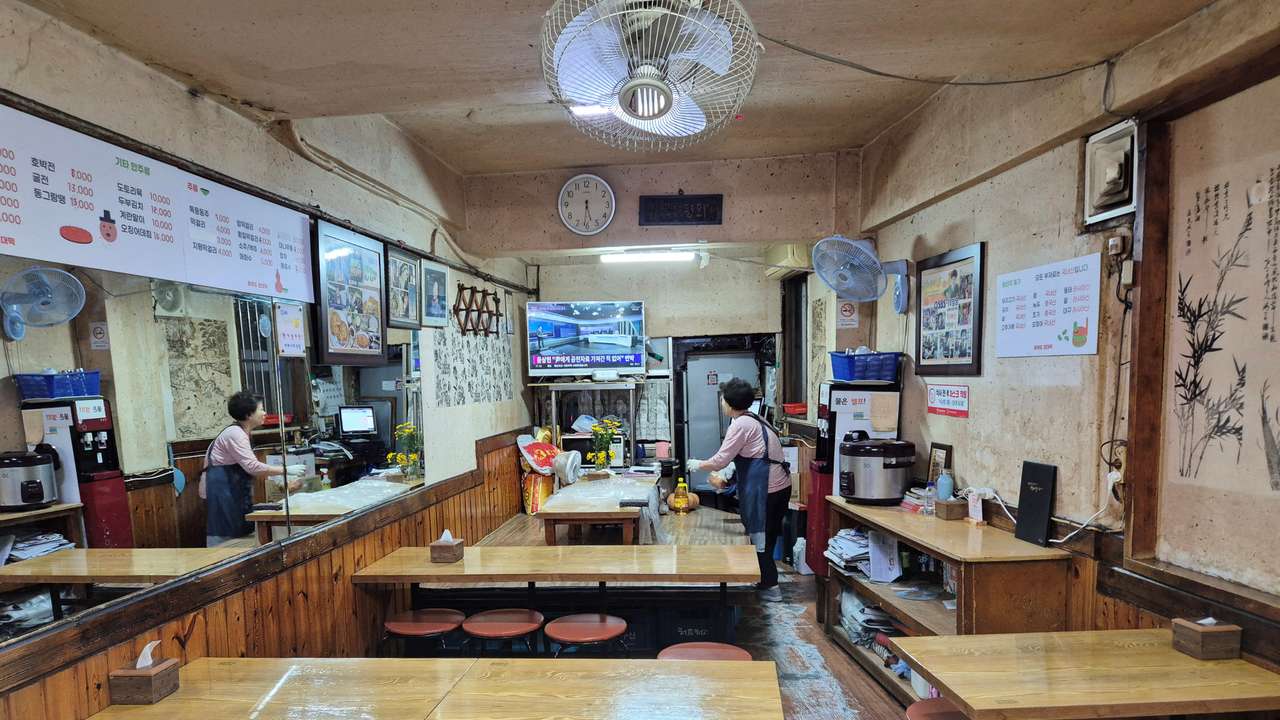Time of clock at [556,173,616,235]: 5:31
